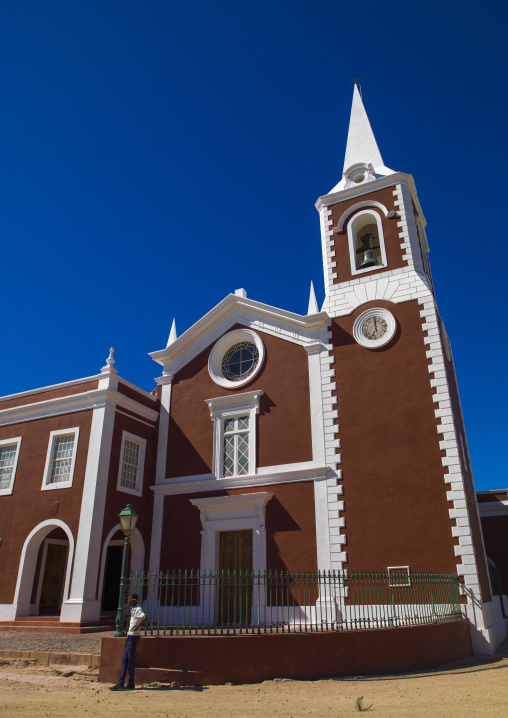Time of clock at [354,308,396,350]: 7:00
